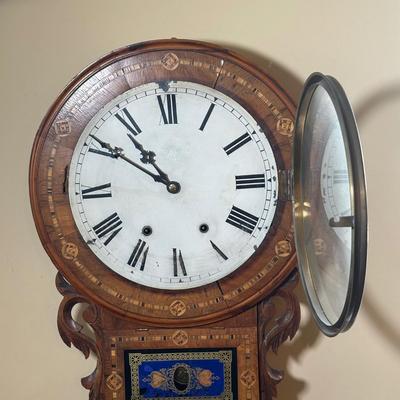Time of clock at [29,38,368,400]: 10:50
